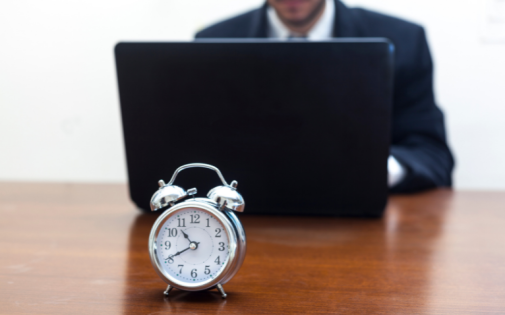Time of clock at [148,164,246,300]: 10:40
